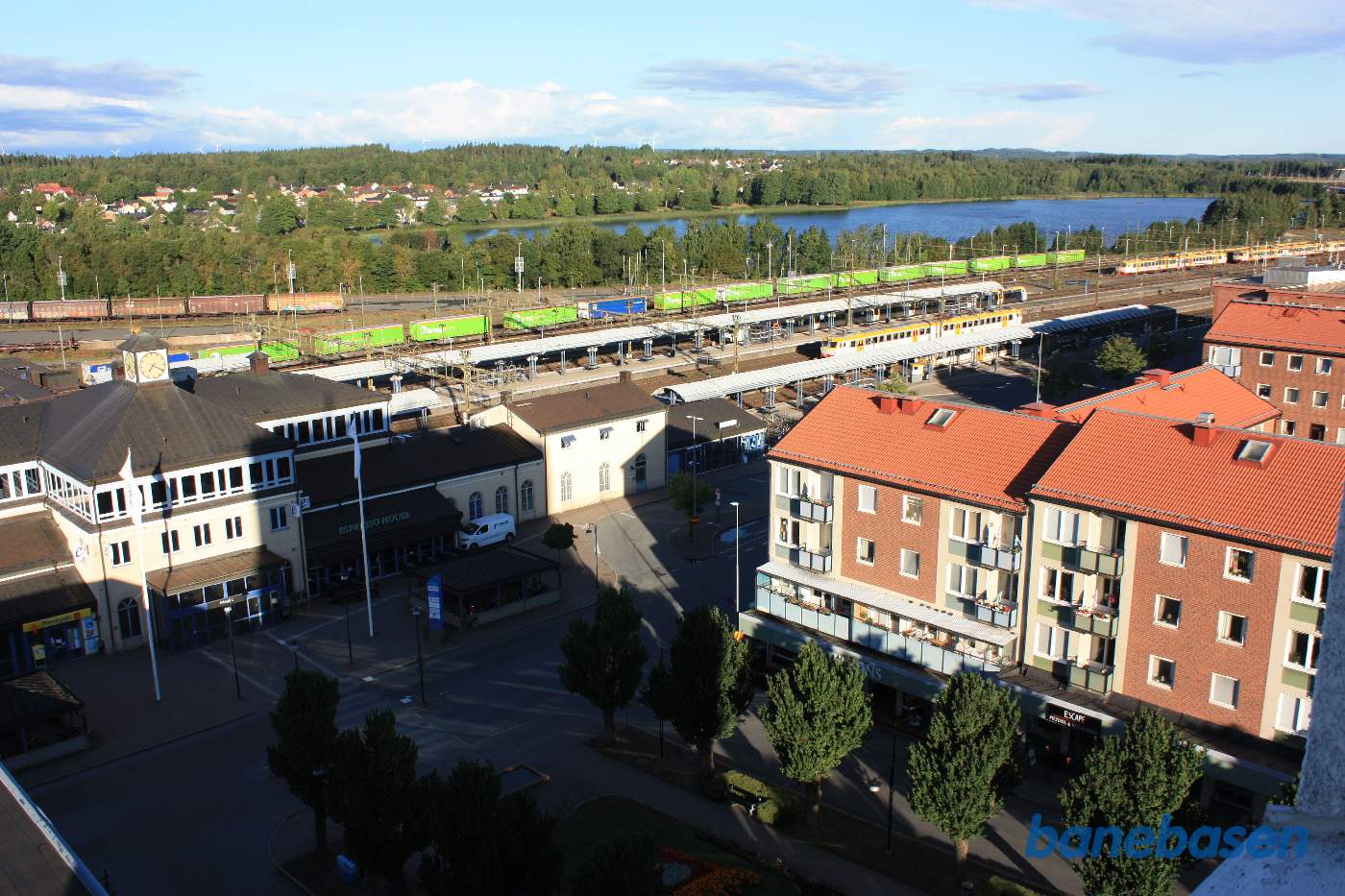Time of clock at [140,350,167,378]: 7:19
